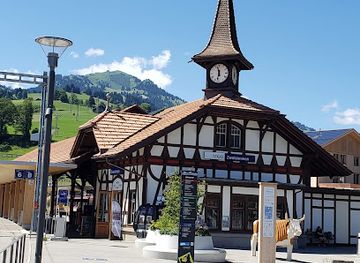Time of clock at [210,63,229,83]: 11:32
